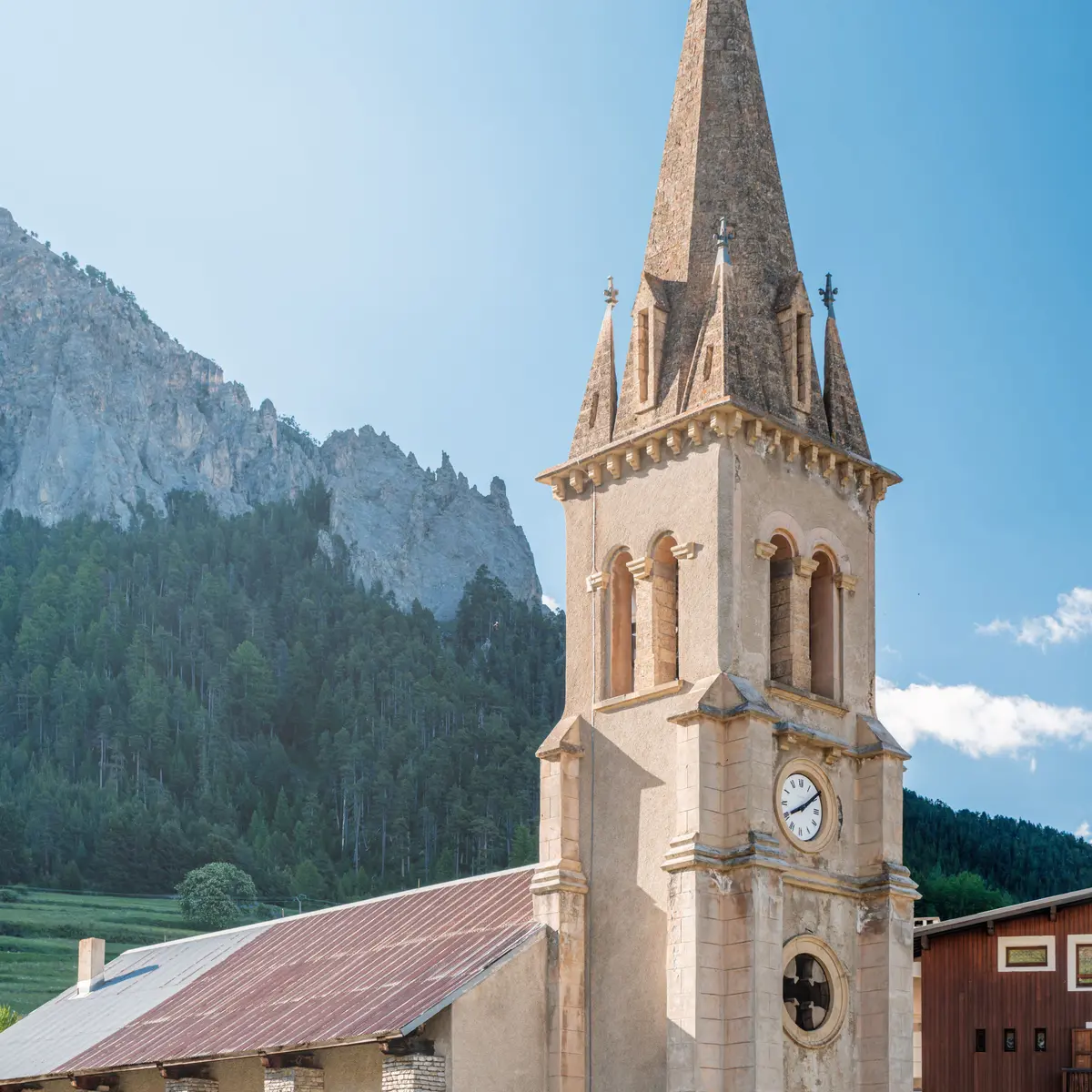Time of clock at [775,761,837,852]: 8:09
